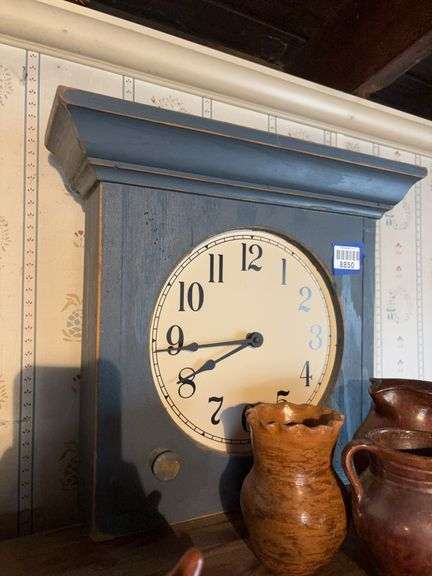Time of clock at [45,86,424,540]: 8:40
